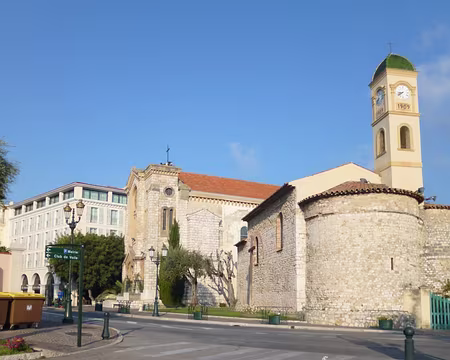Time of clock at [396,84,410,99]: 8:39
